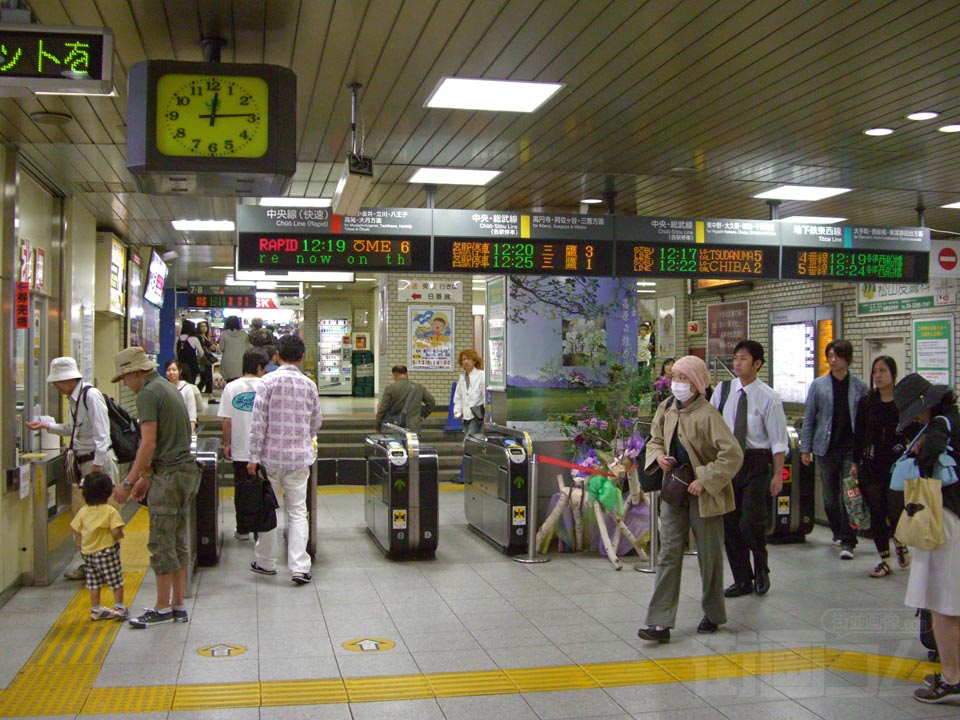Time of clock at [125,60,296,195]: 12:14
